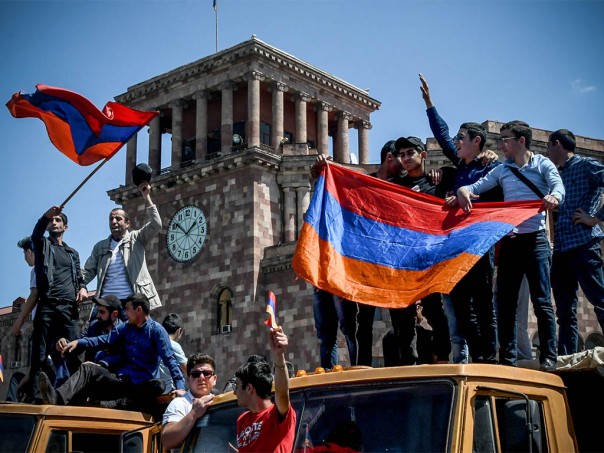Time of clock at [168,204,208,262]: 1:51
